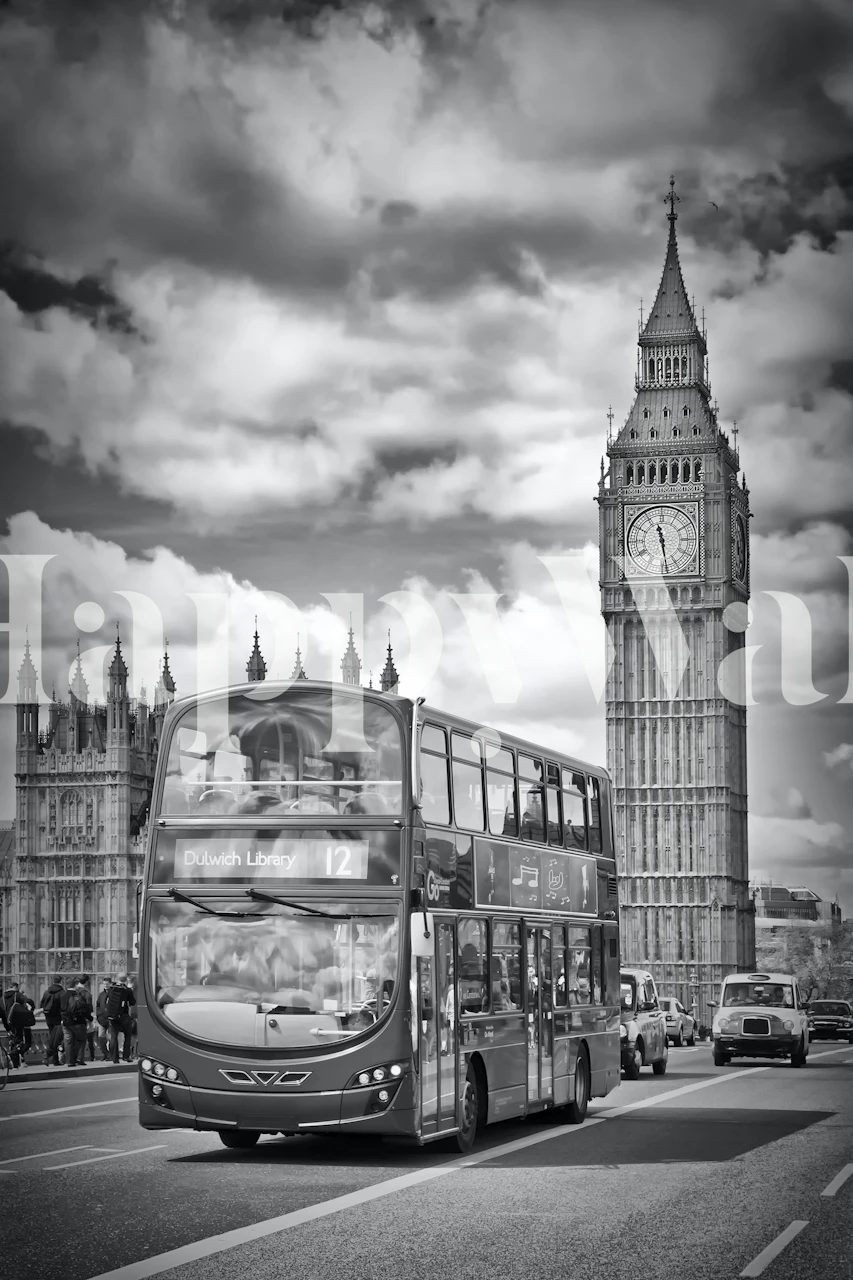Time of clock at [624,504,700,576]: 11:28
